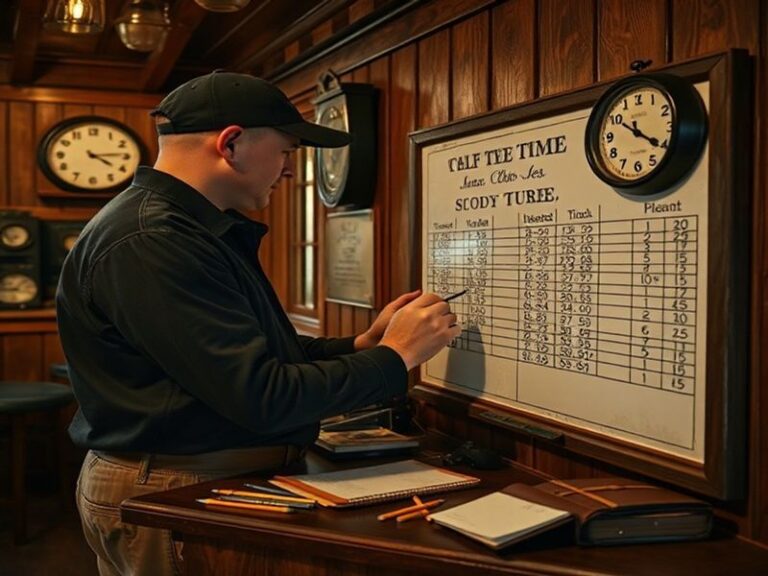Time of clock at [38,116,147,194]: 4:14
